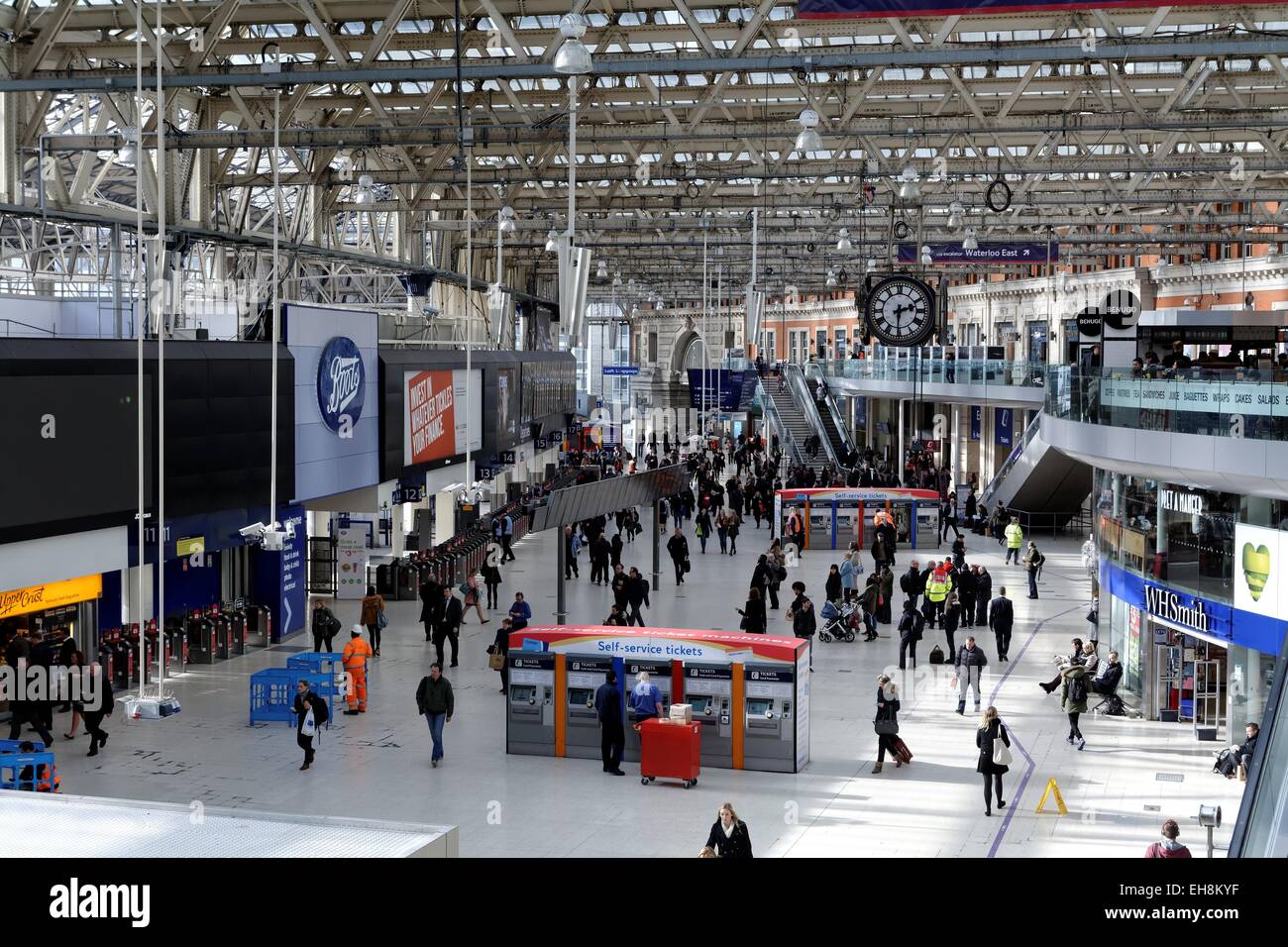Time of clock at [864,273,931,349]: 2:30
